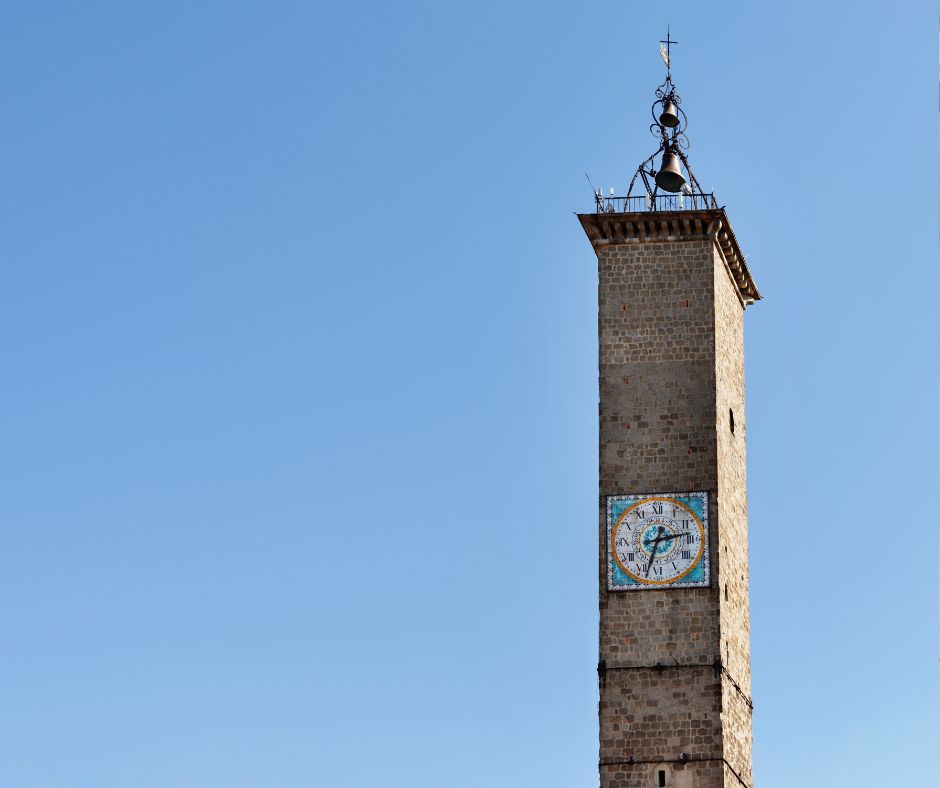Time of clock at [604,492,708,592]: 2:33
